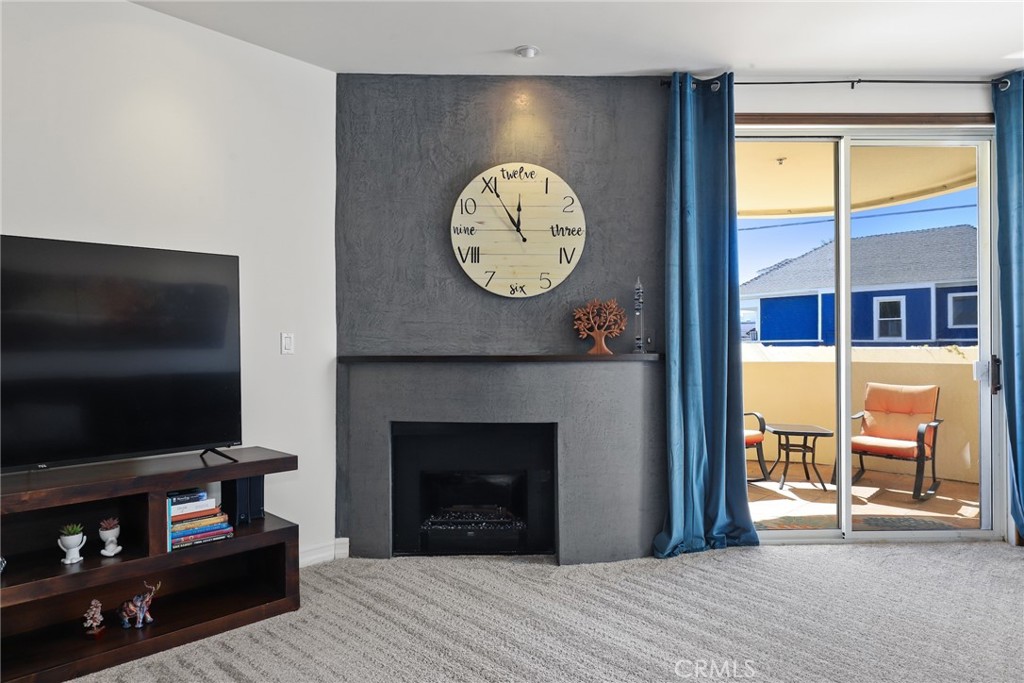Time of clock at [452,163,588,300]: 11:54
